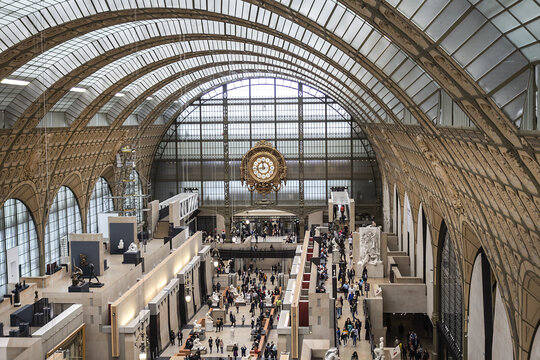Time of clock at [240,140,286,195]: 11:44
